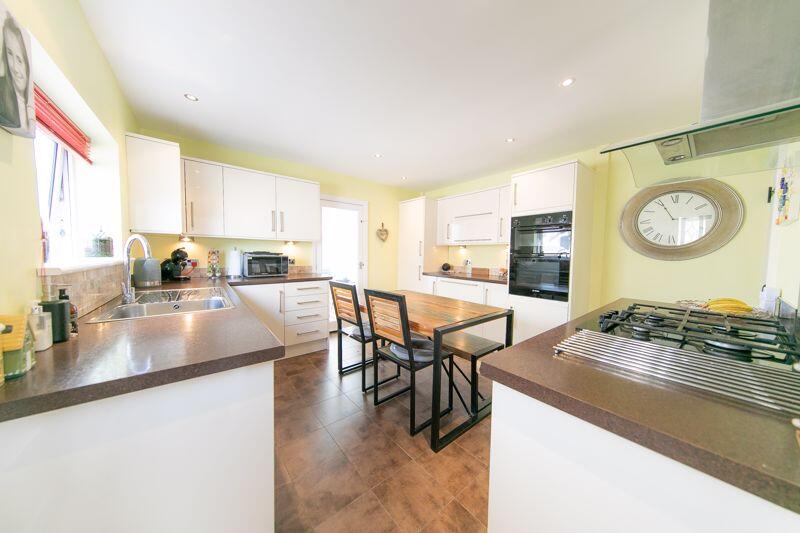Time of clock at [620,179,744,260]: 5:55
